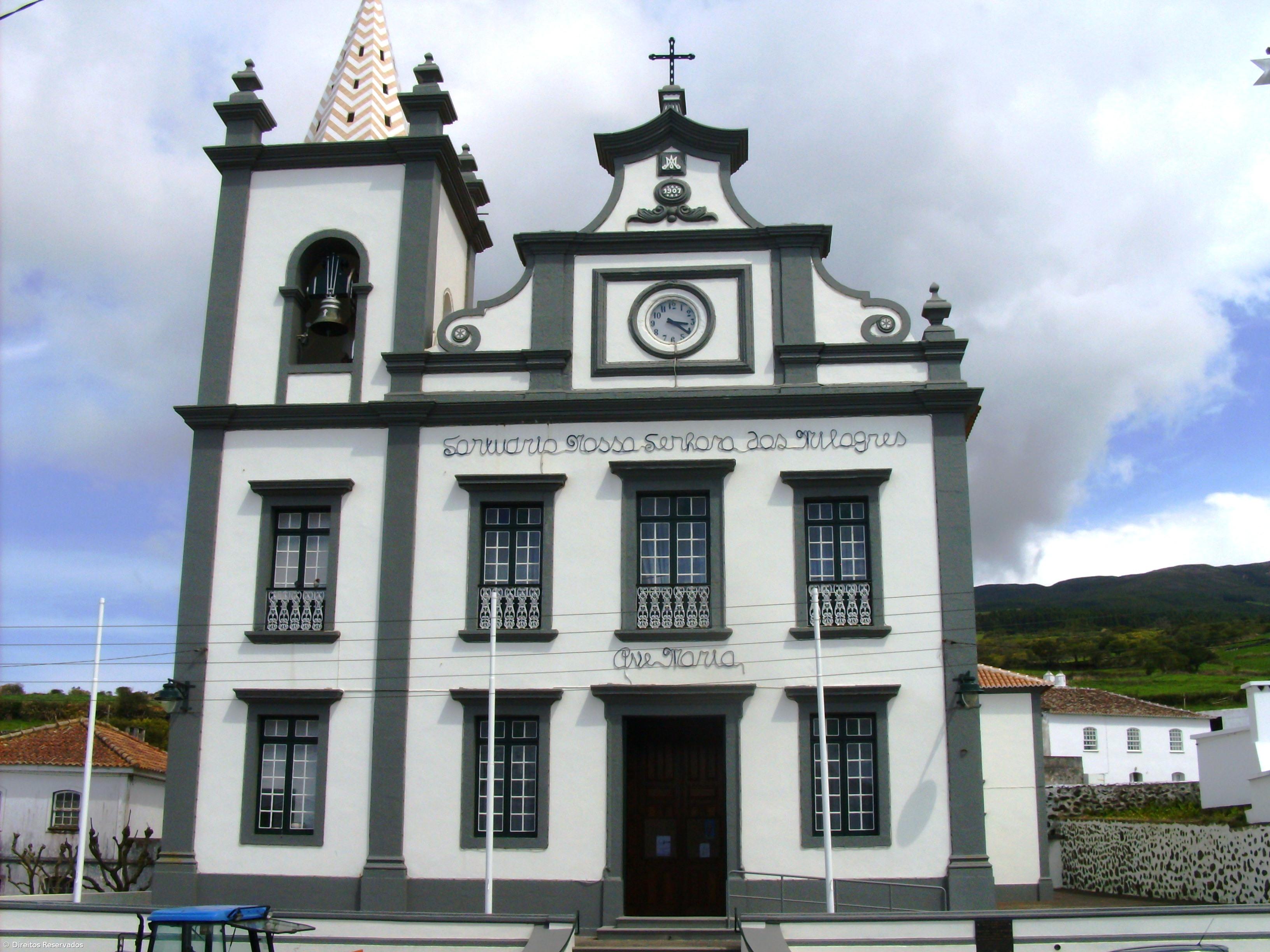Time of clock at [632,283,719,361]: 3:21
